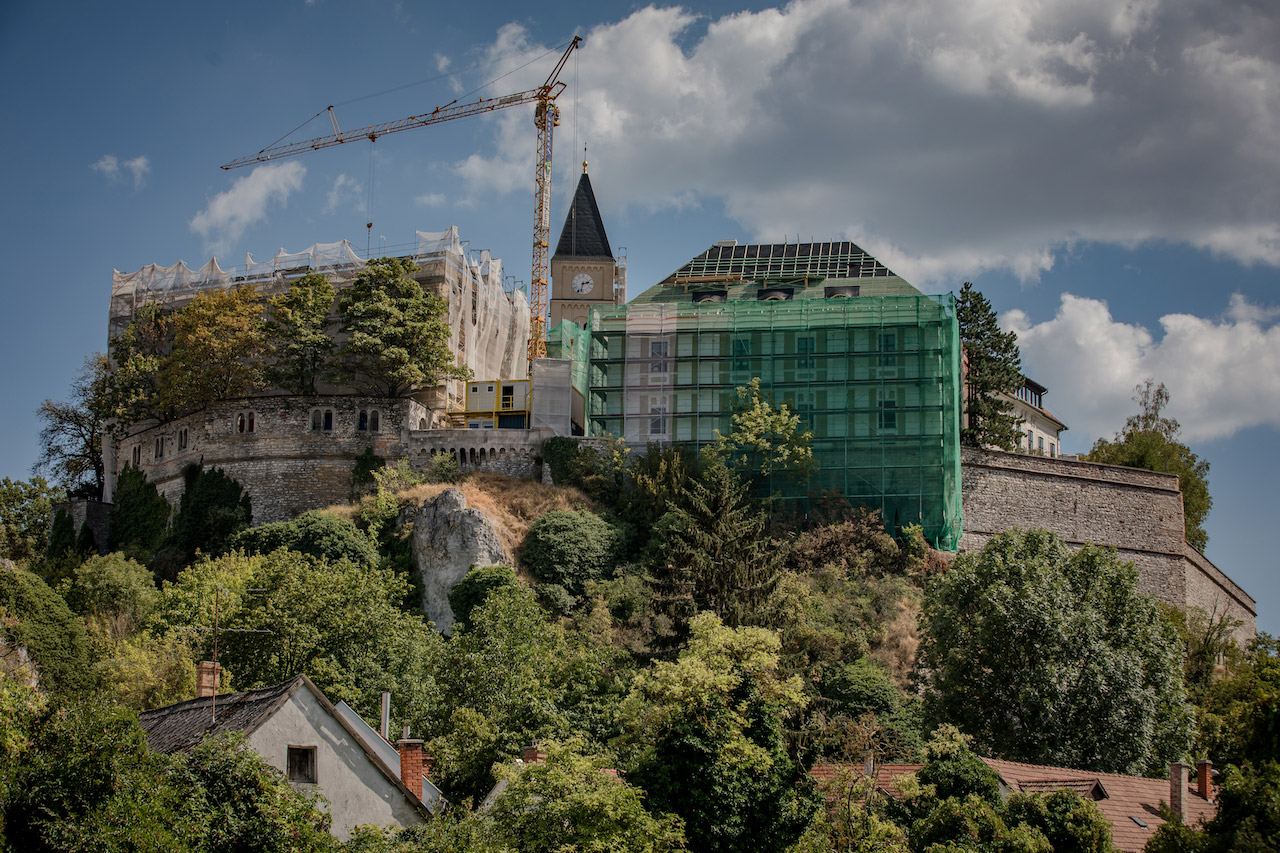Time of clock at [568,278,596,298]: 2:32
